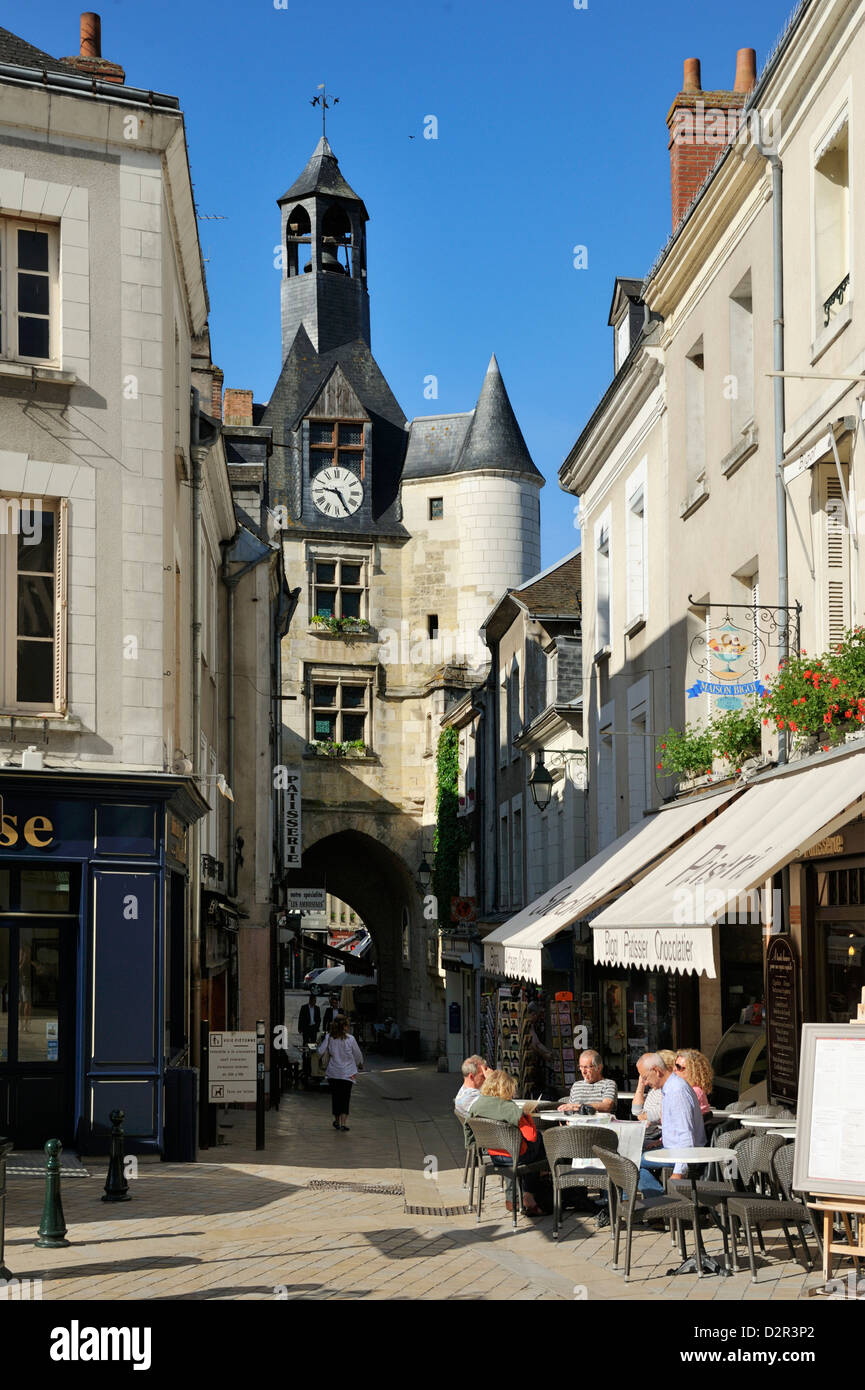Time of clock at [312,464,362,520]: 9:25
